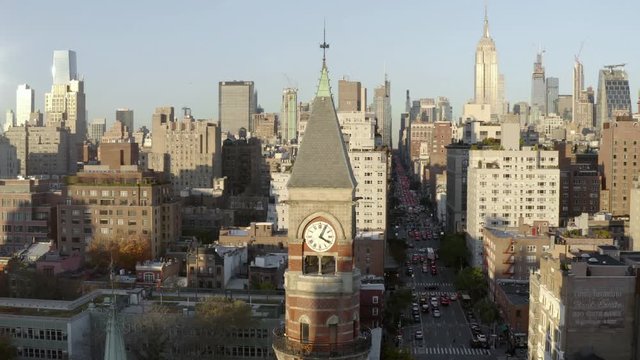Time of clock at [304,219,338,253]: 4:04
